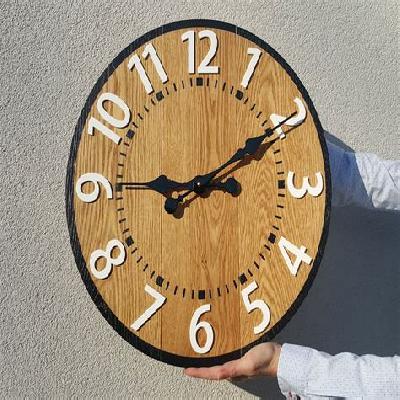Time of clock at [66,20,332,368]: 9:10
